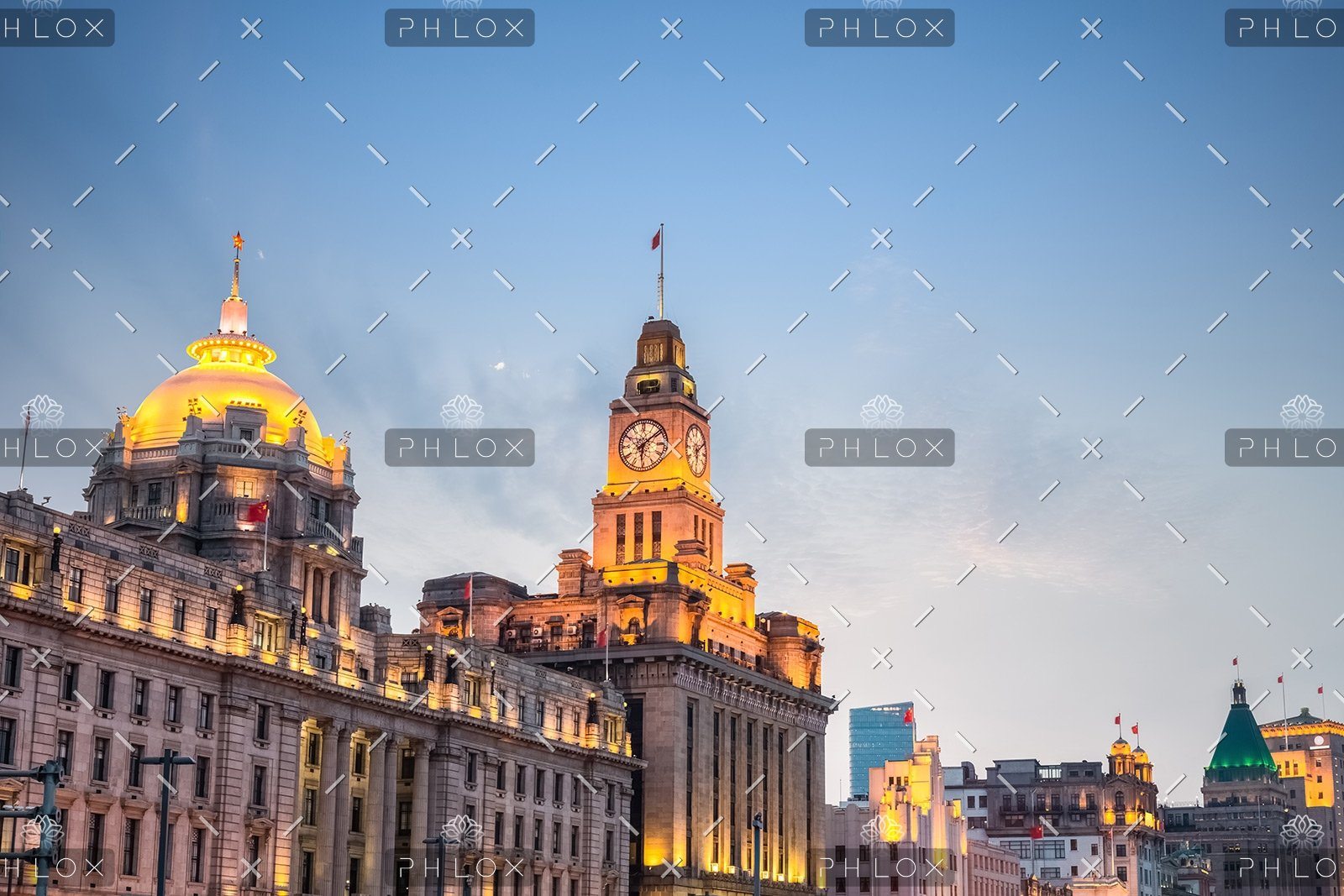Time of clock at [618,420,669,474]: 6:08
